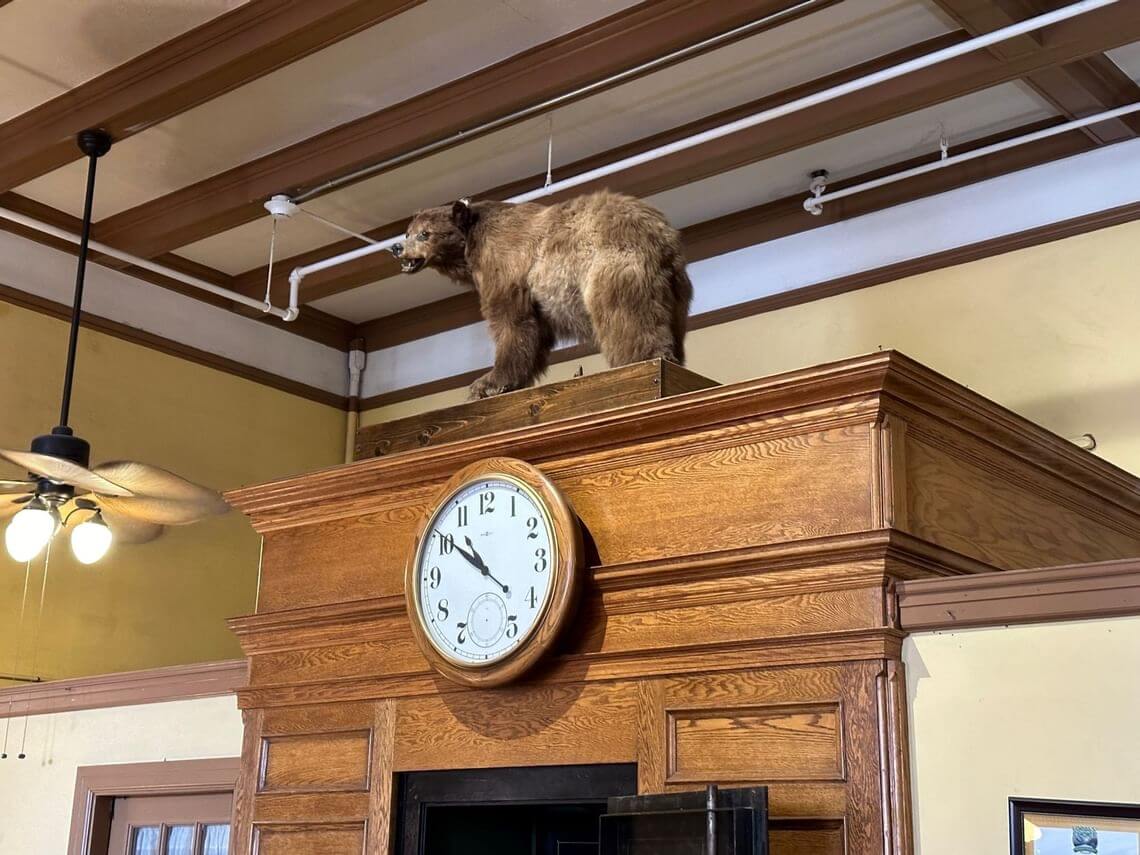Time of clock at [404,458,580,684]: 10:50
